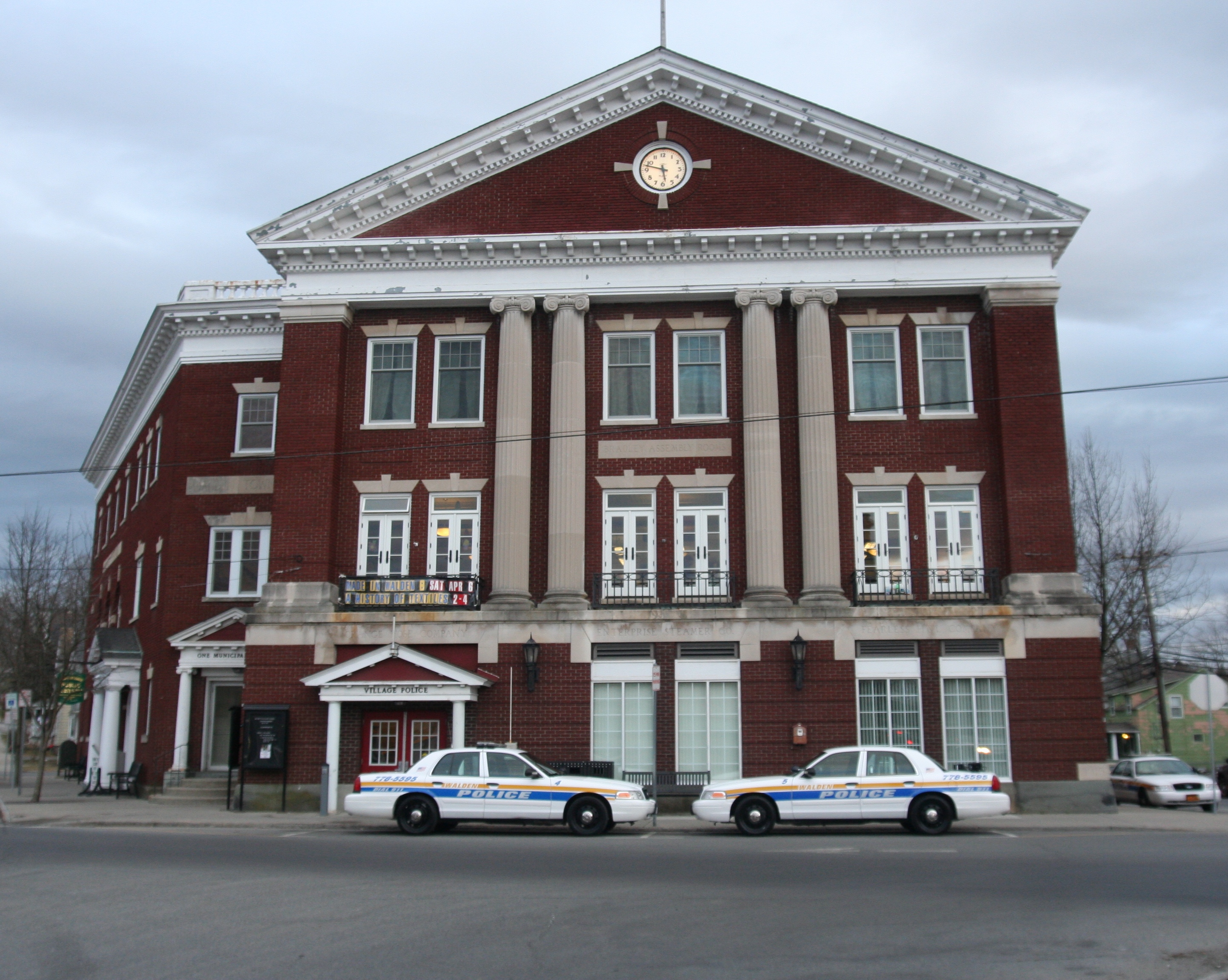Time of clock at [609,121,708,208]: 5:47
